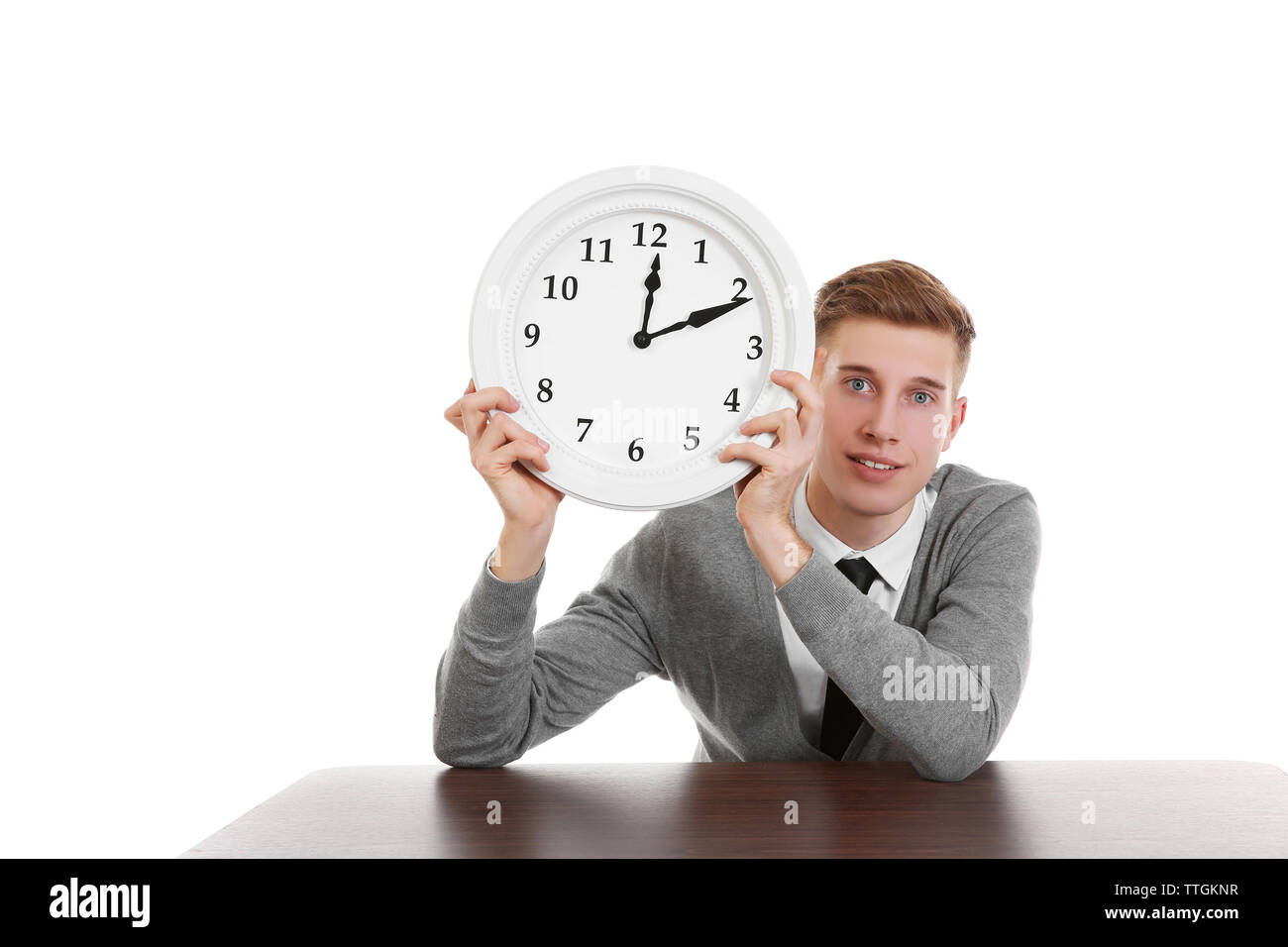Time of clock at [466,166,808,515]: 12:11
